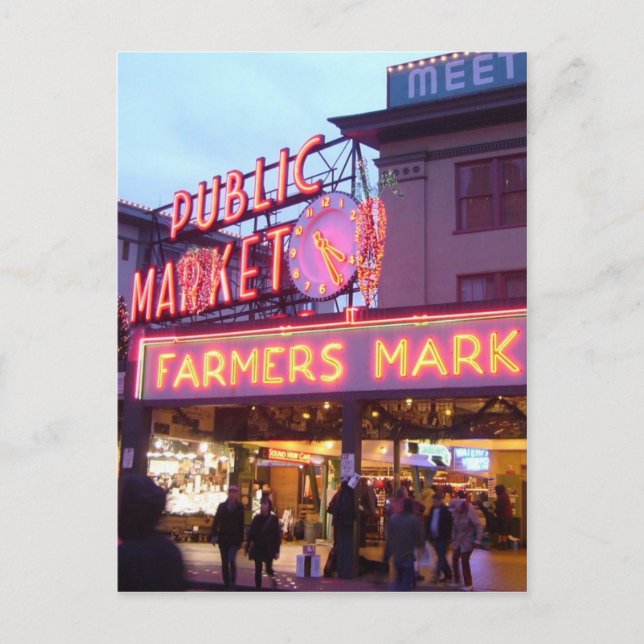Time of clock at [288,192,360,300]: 4:26
